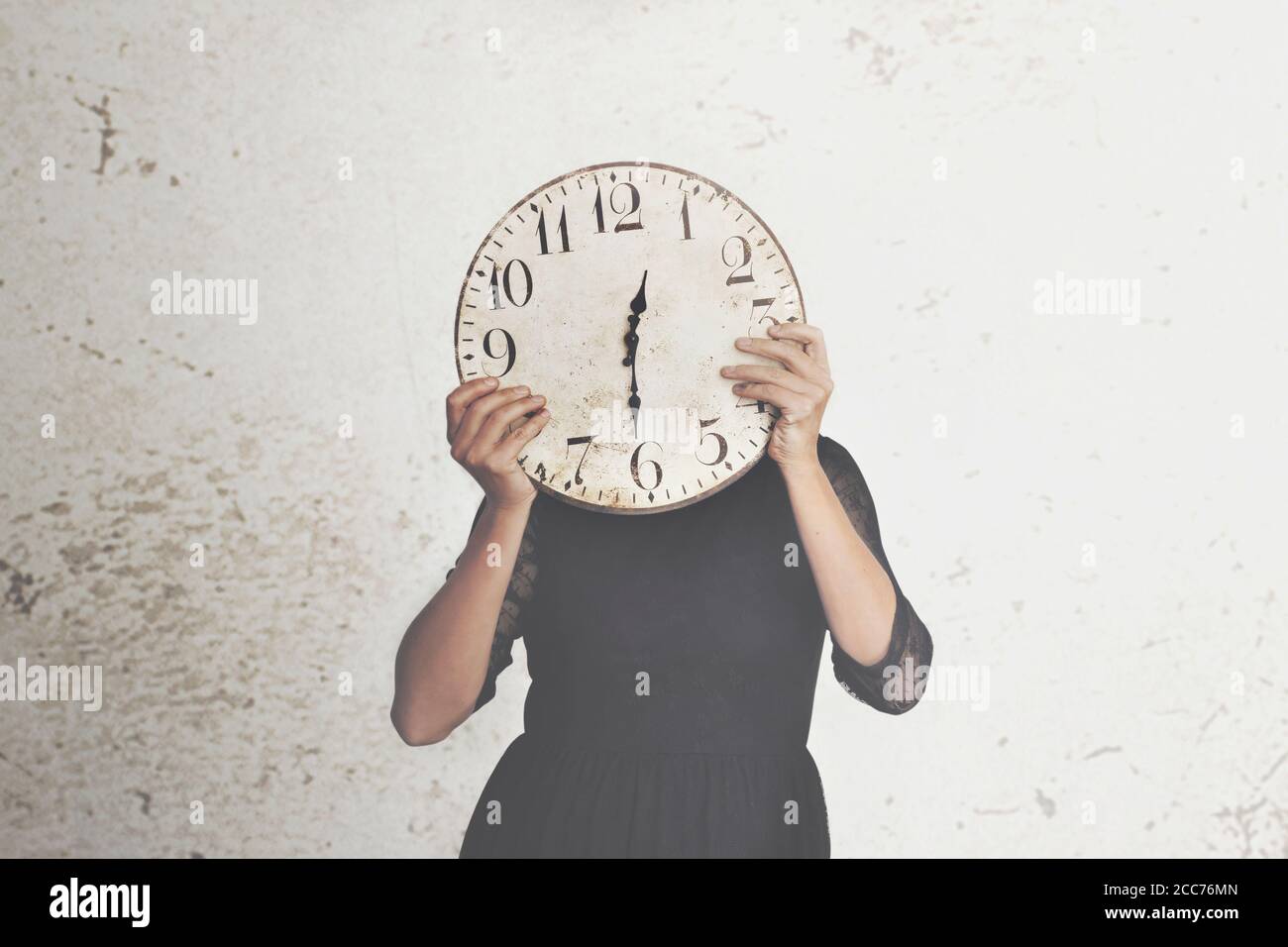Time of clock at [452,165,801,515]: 12:30
